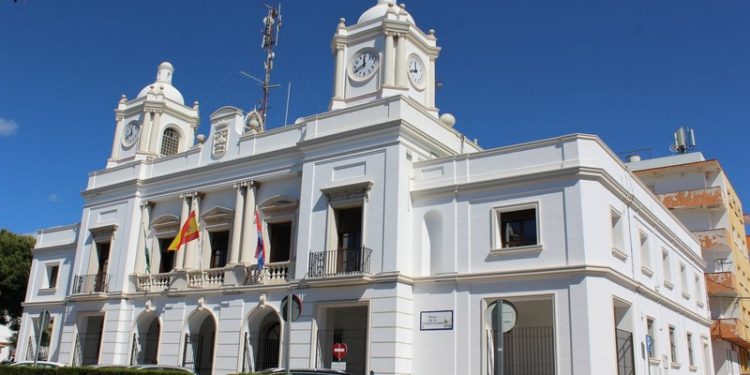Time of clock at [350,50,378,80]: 11:40
